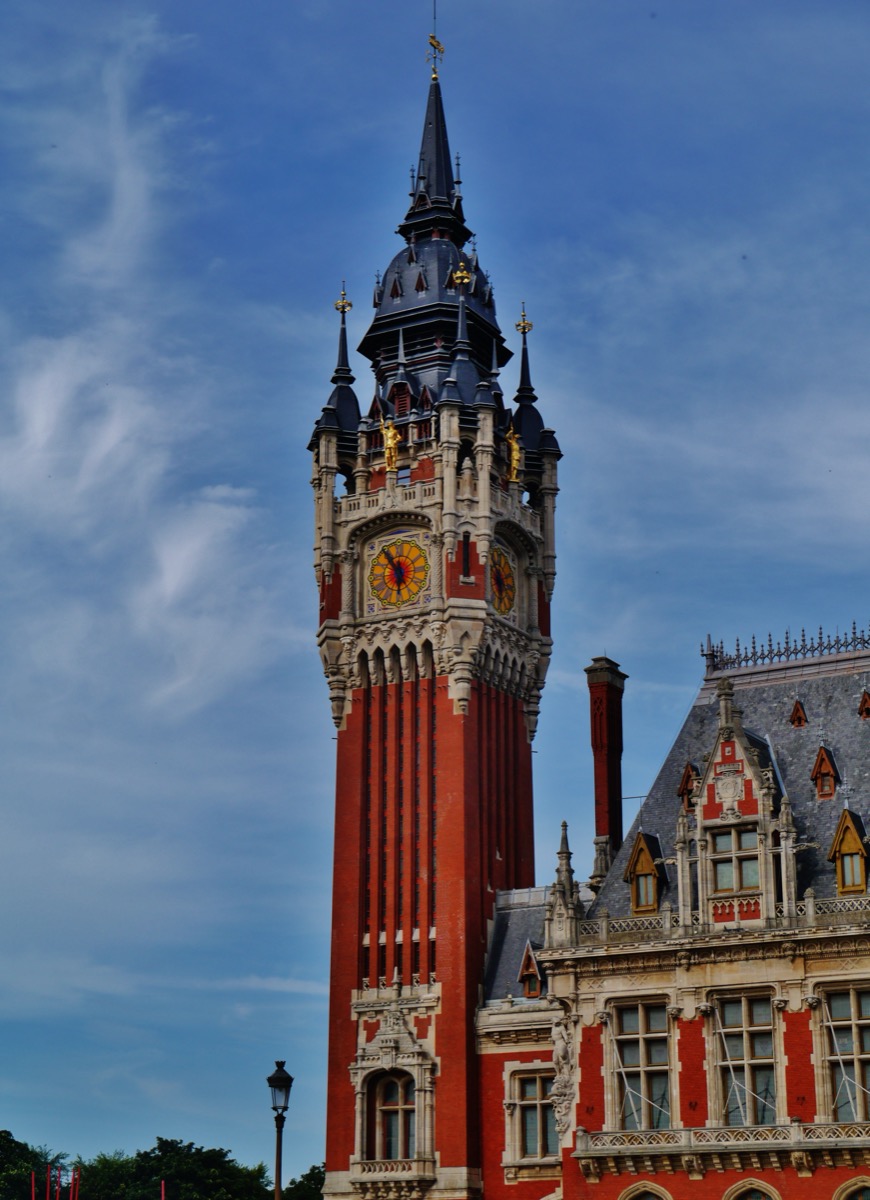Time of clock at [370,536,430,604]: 5:54
